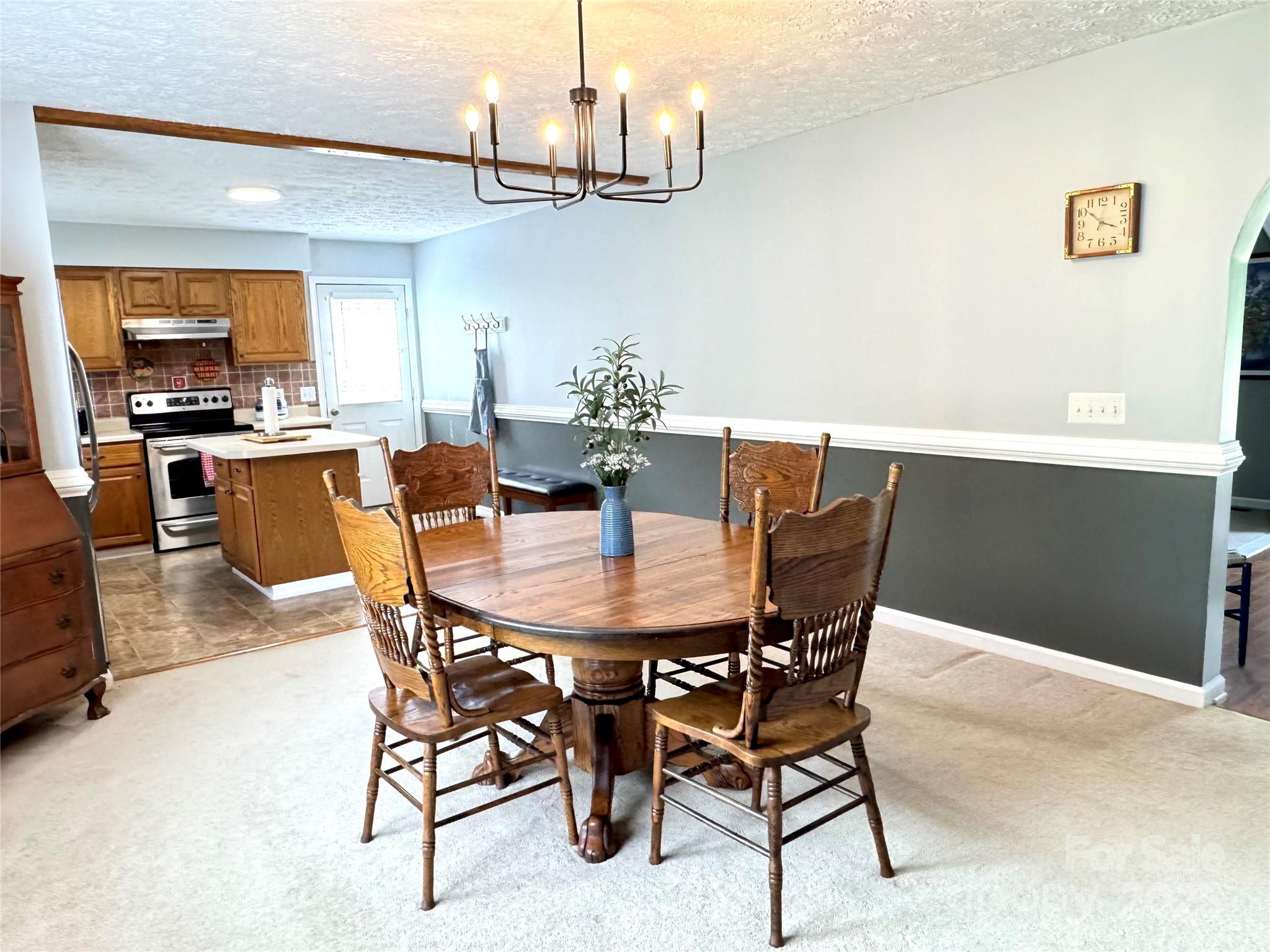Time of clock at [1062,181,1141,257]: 3:51
